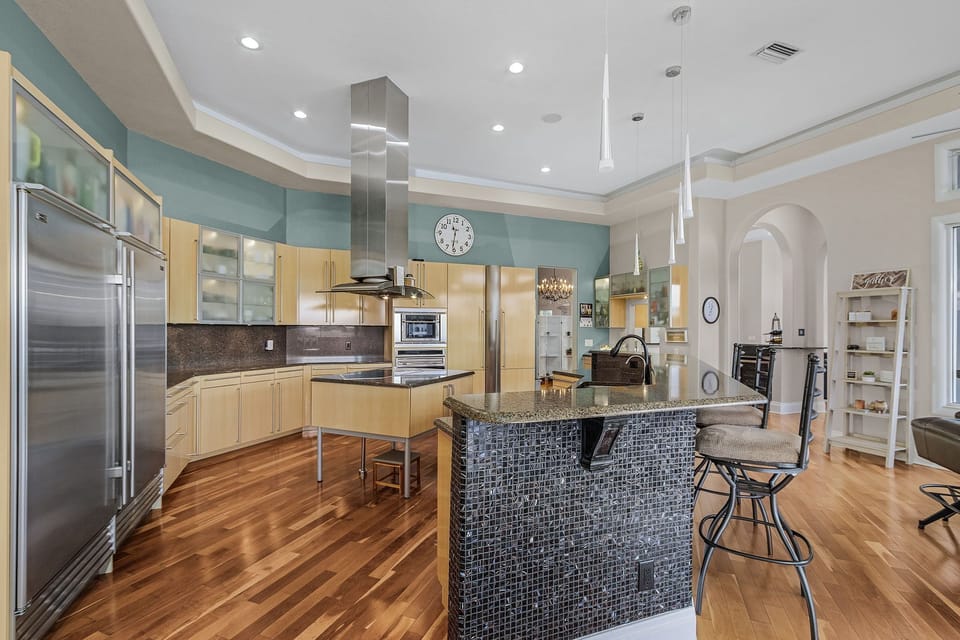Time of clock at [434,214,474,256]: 11:31
